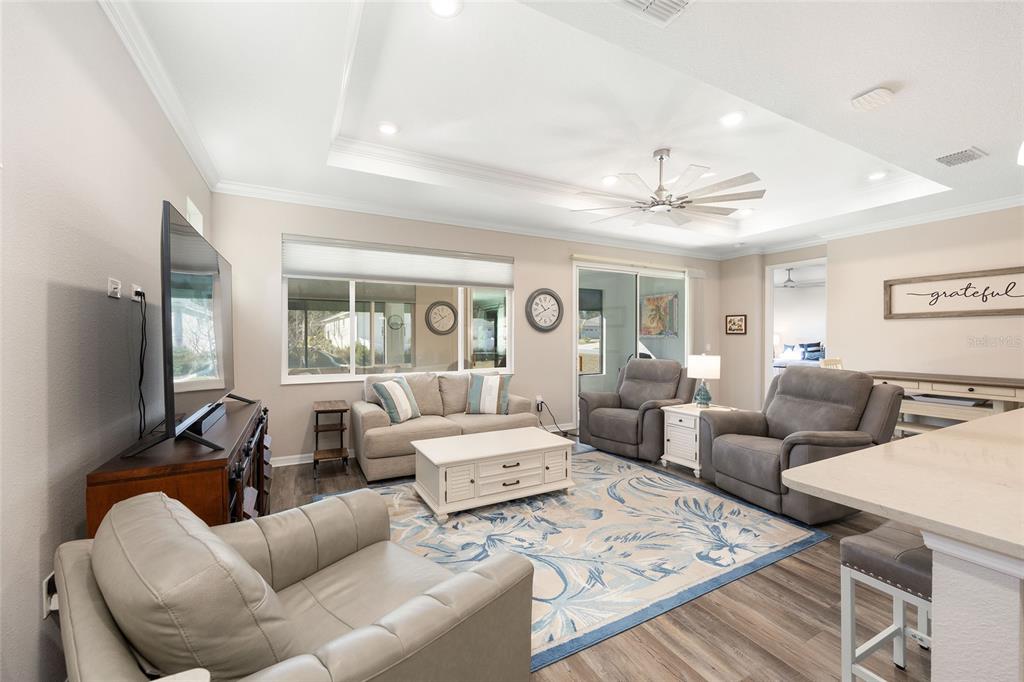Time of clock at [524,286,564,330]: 10:40
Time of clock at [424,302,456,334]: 10:39
